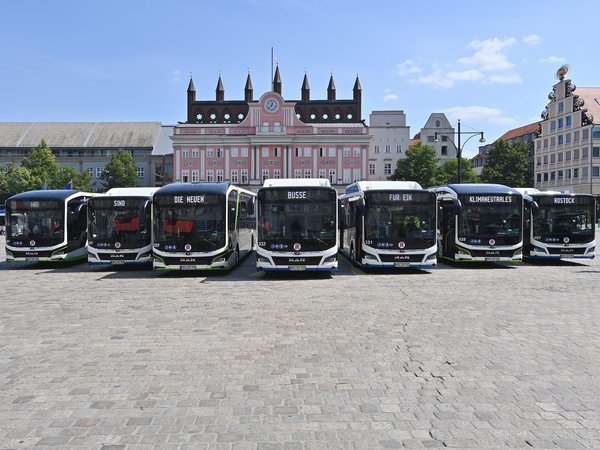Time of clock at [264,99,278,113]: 12:37
